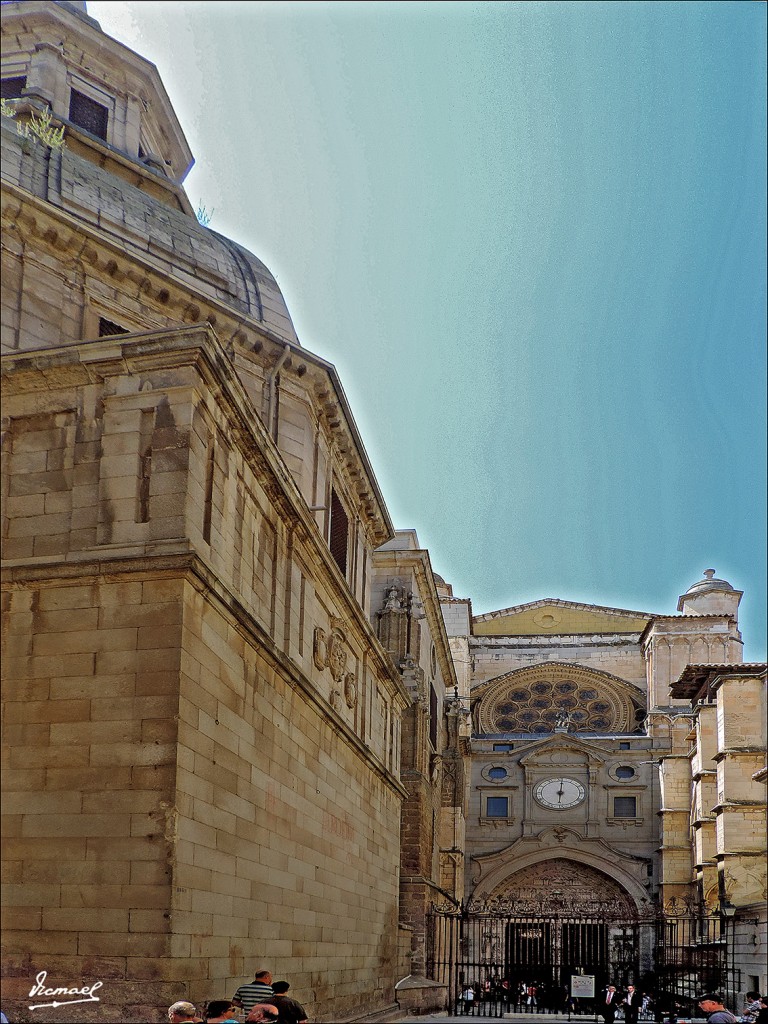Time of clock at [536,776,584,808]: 6:00
